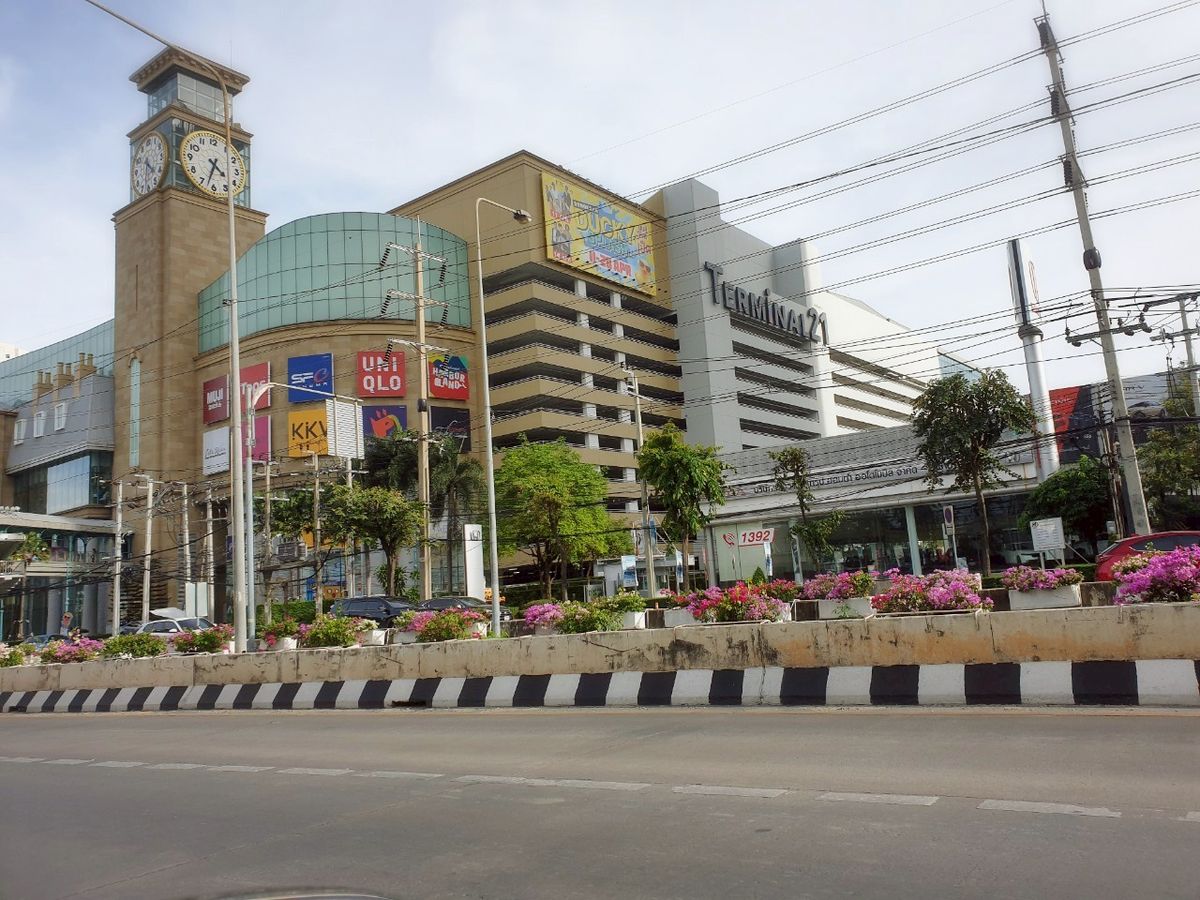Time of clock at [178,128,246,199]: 4:32
